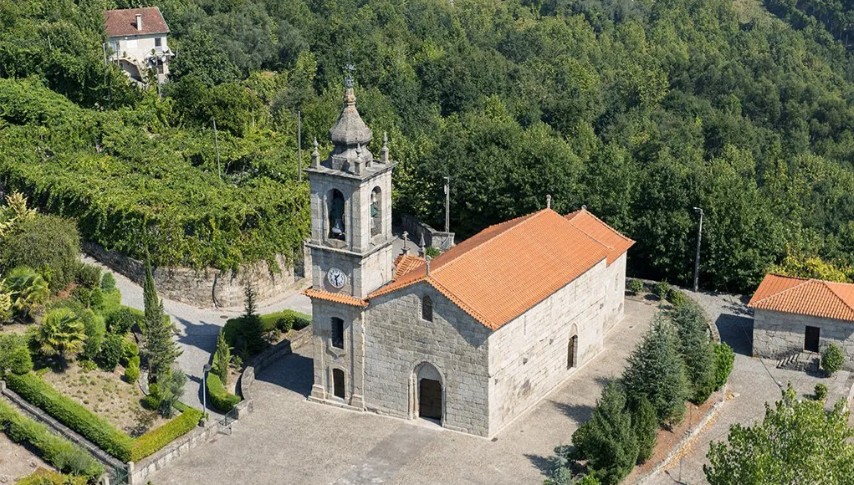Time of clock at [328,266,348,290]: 1:28
